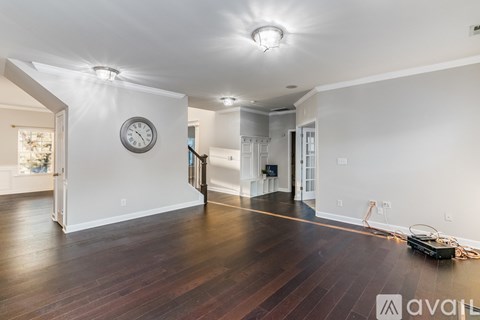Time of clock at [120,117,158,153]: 10:23
